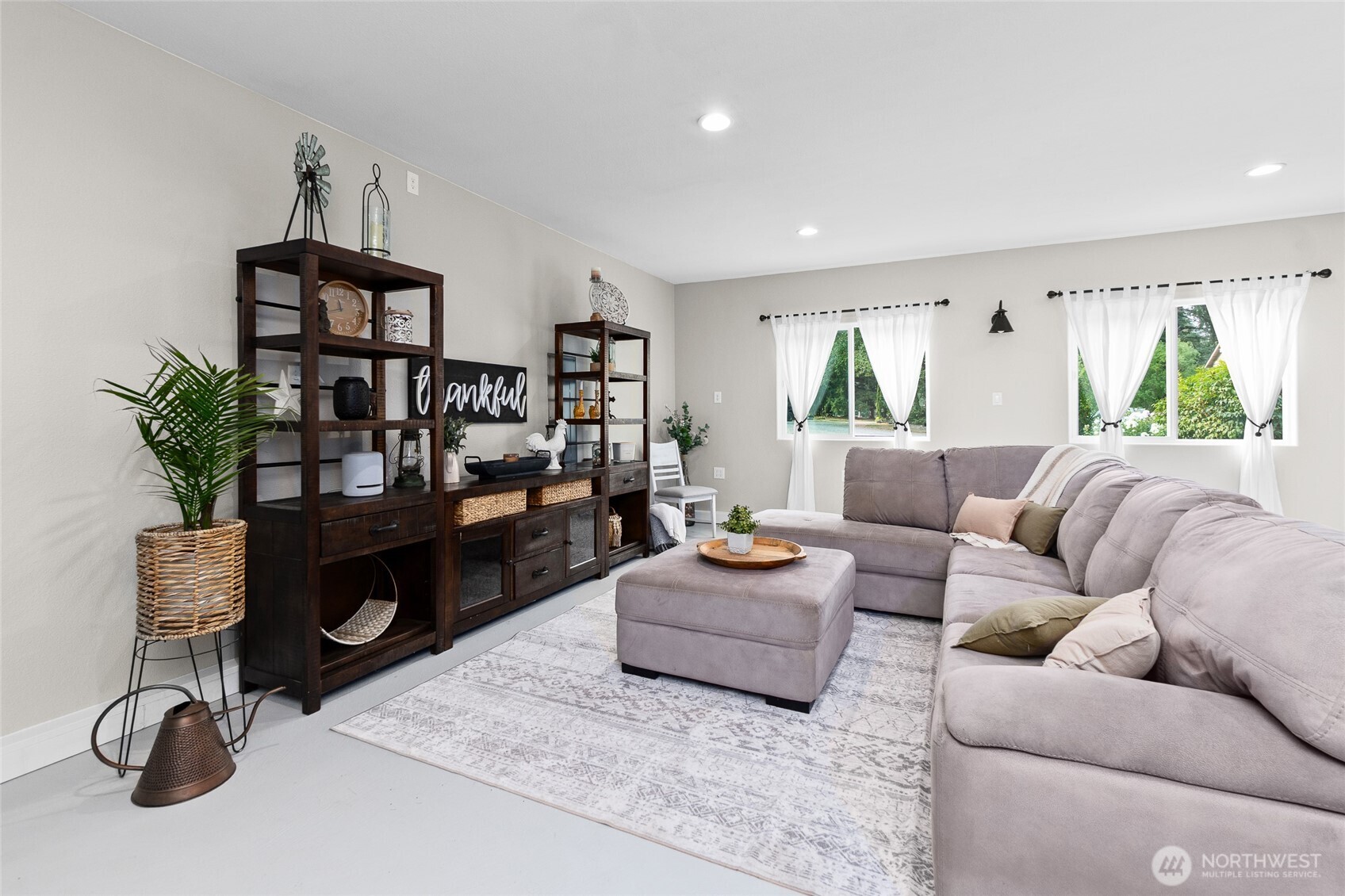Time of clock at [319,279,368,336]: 11:41
